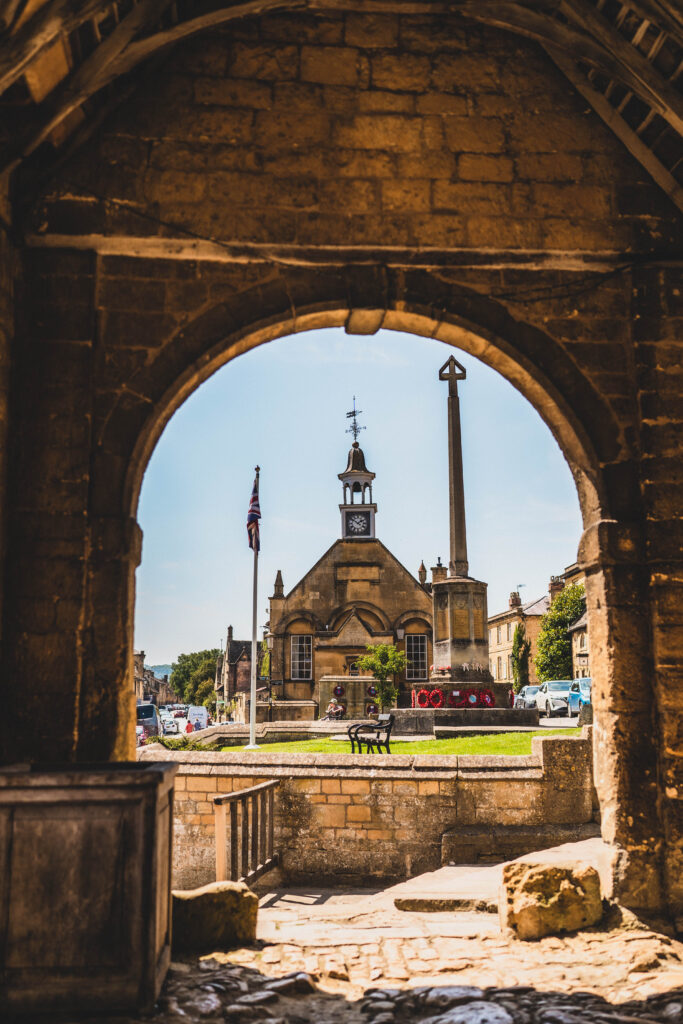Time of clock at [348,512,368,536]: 1:51
